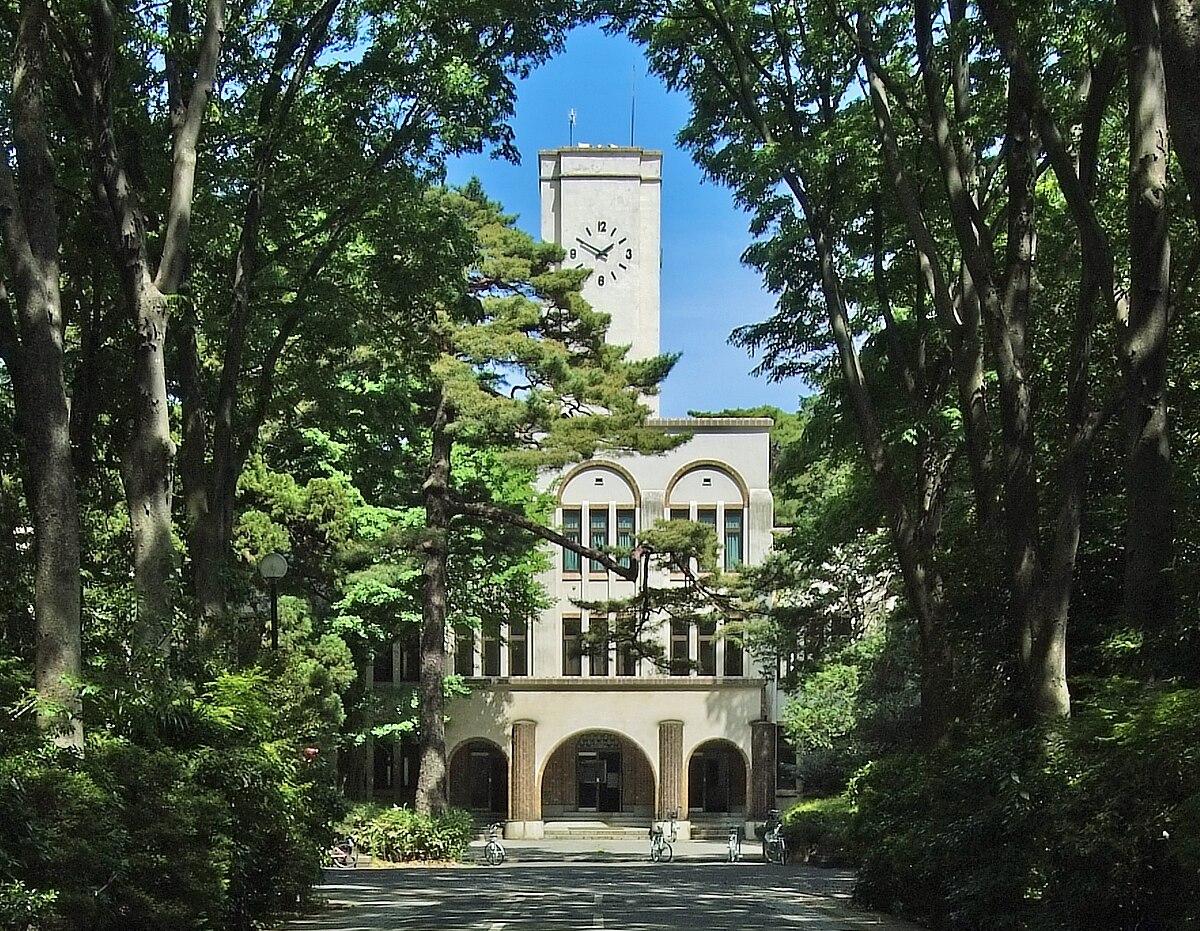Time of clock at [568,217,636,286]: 1:50
